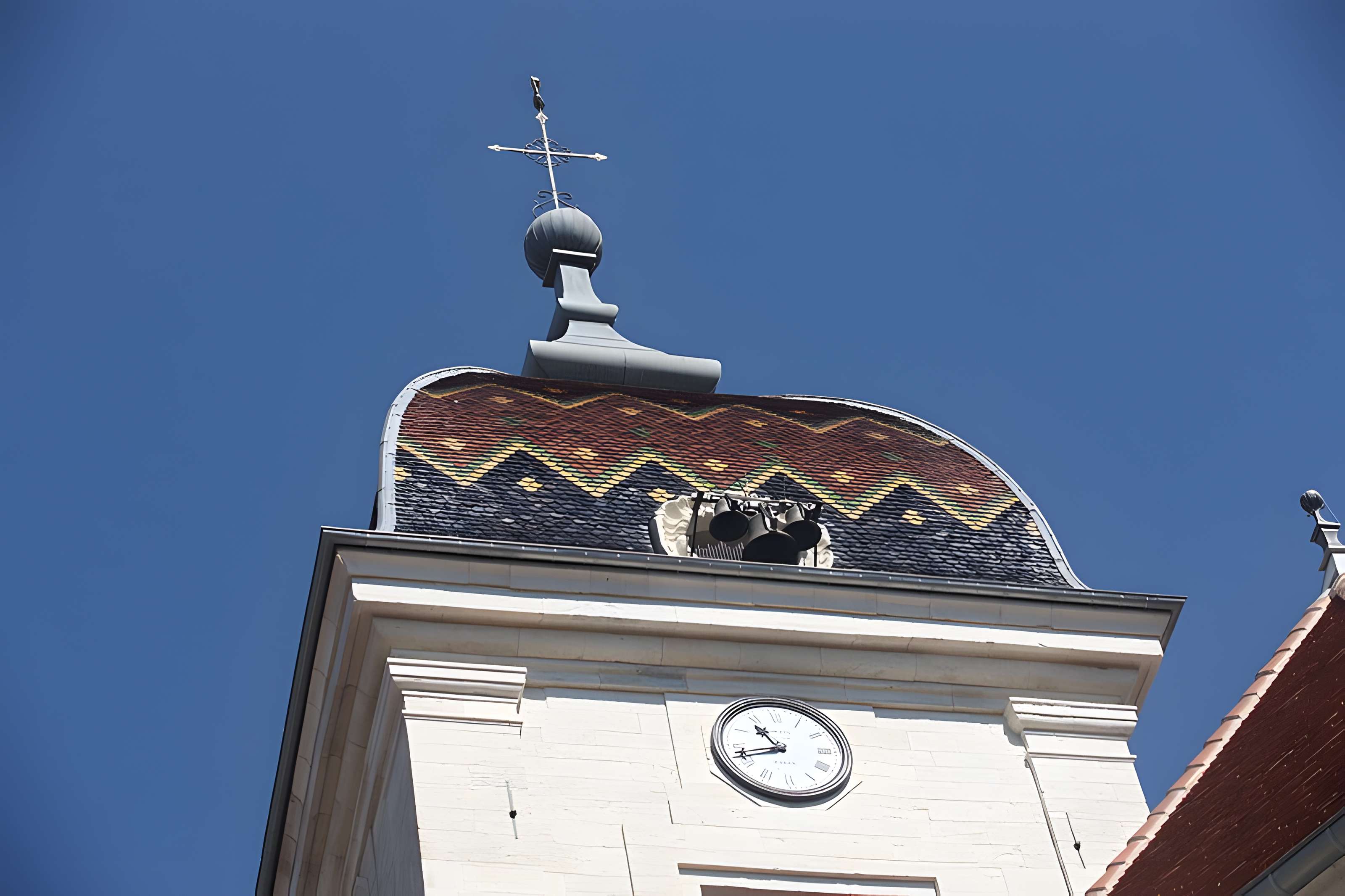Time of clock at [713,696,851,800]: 10:42
